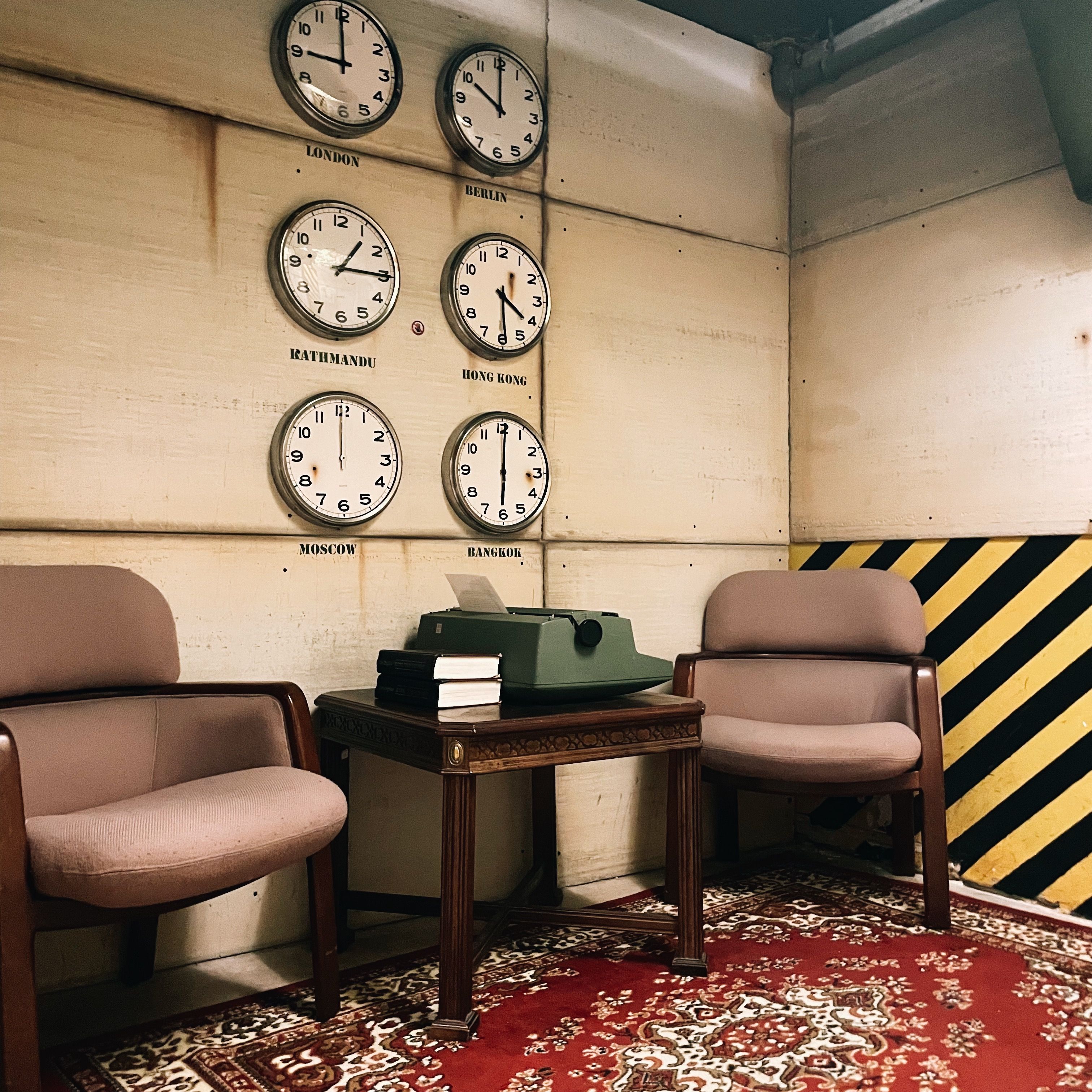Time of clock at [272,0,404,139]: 8:59
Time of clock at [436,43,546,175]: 10:00
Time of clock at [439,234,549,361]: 4:29
